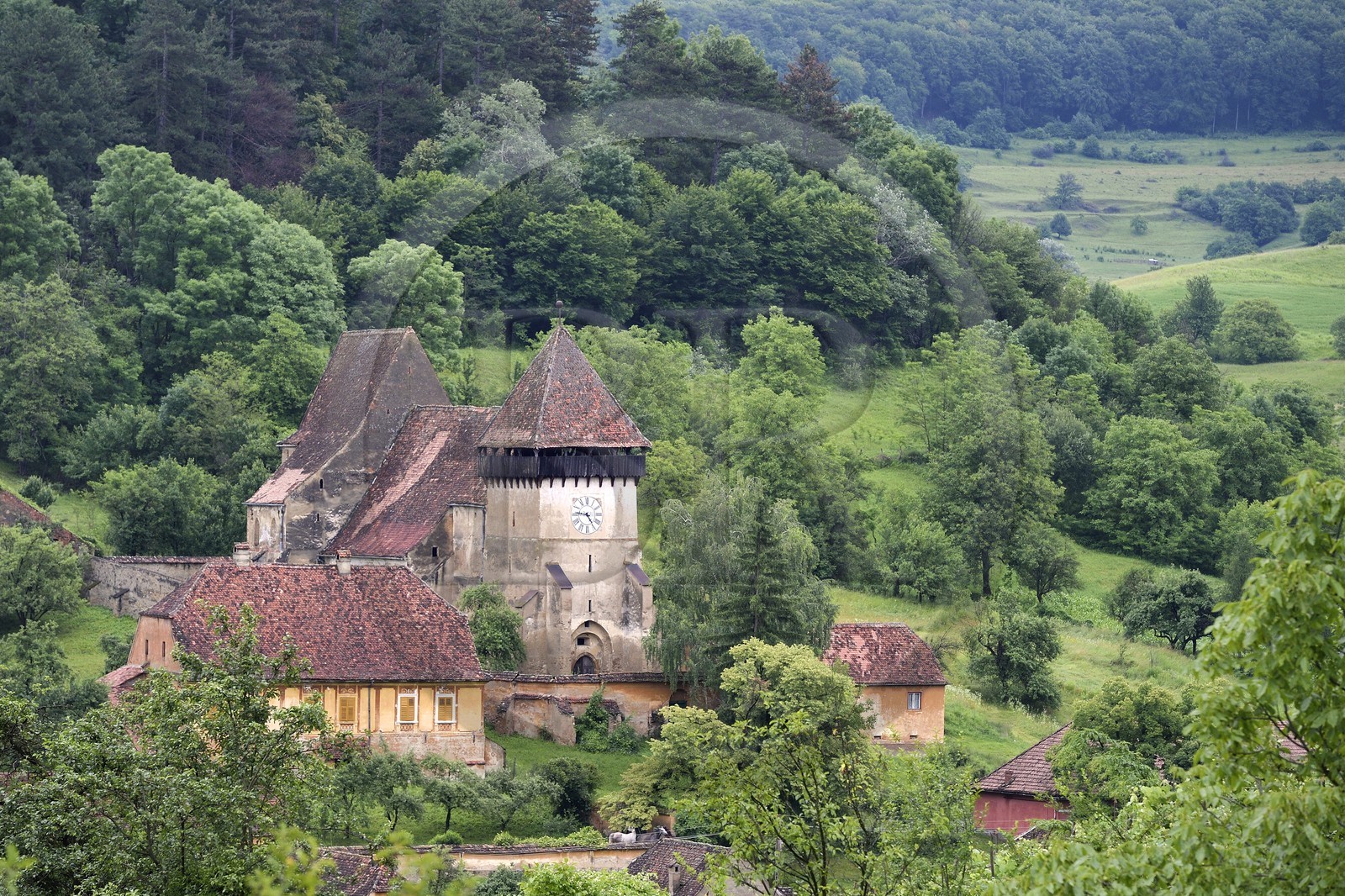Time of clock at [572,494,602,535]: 4:46
